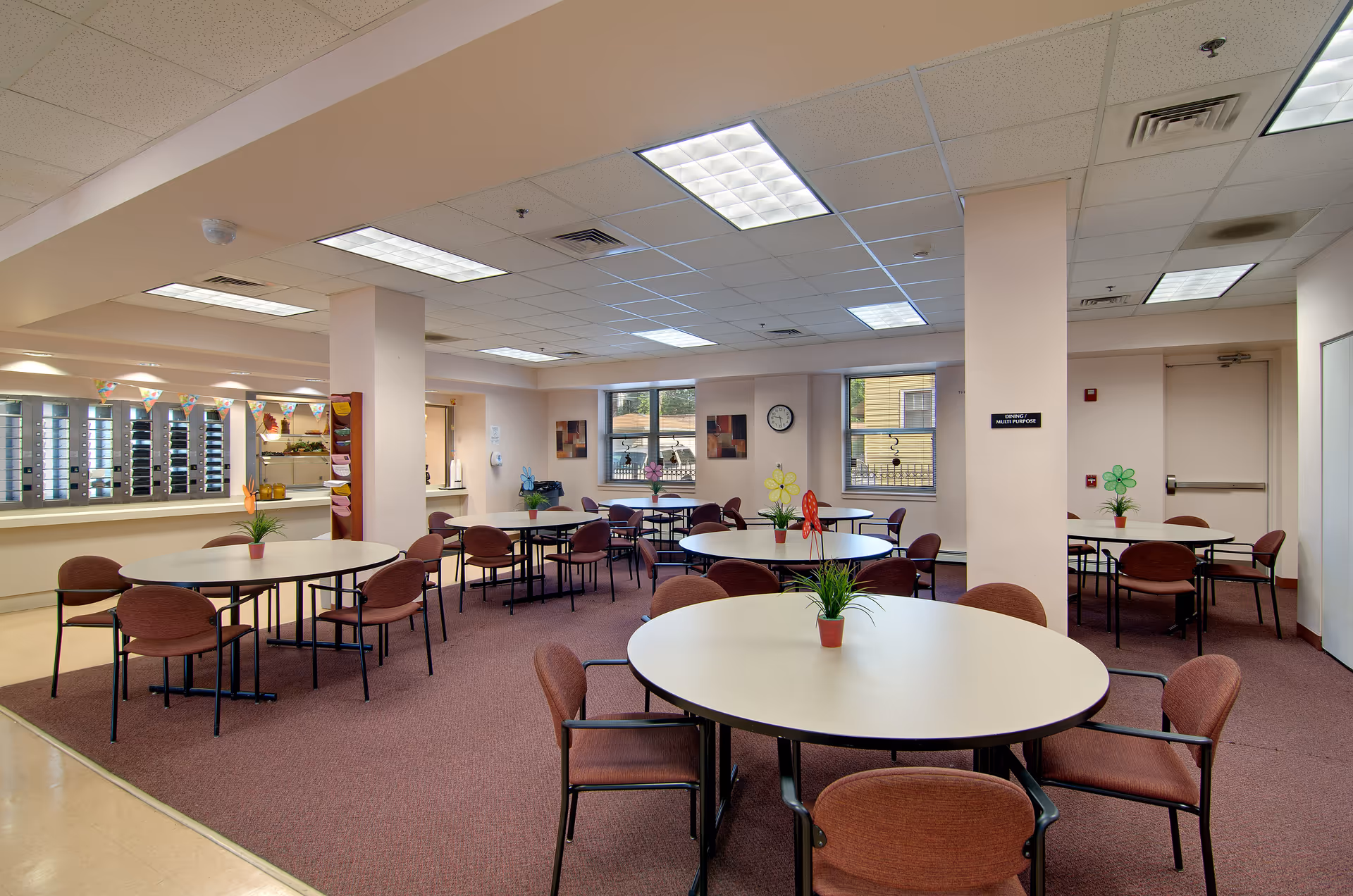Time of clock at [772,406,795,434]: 9:28
